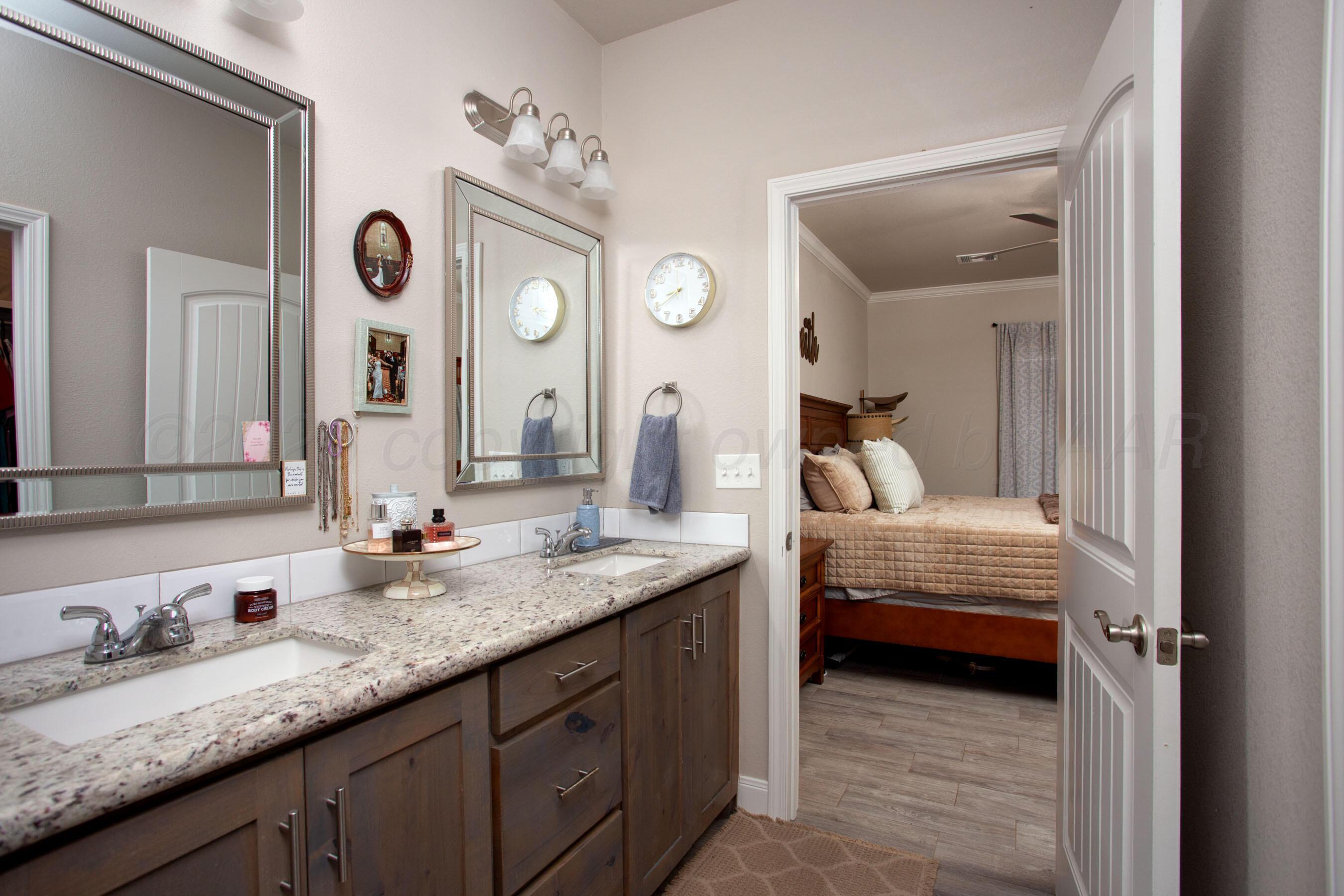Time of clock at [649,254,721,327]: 8:39
